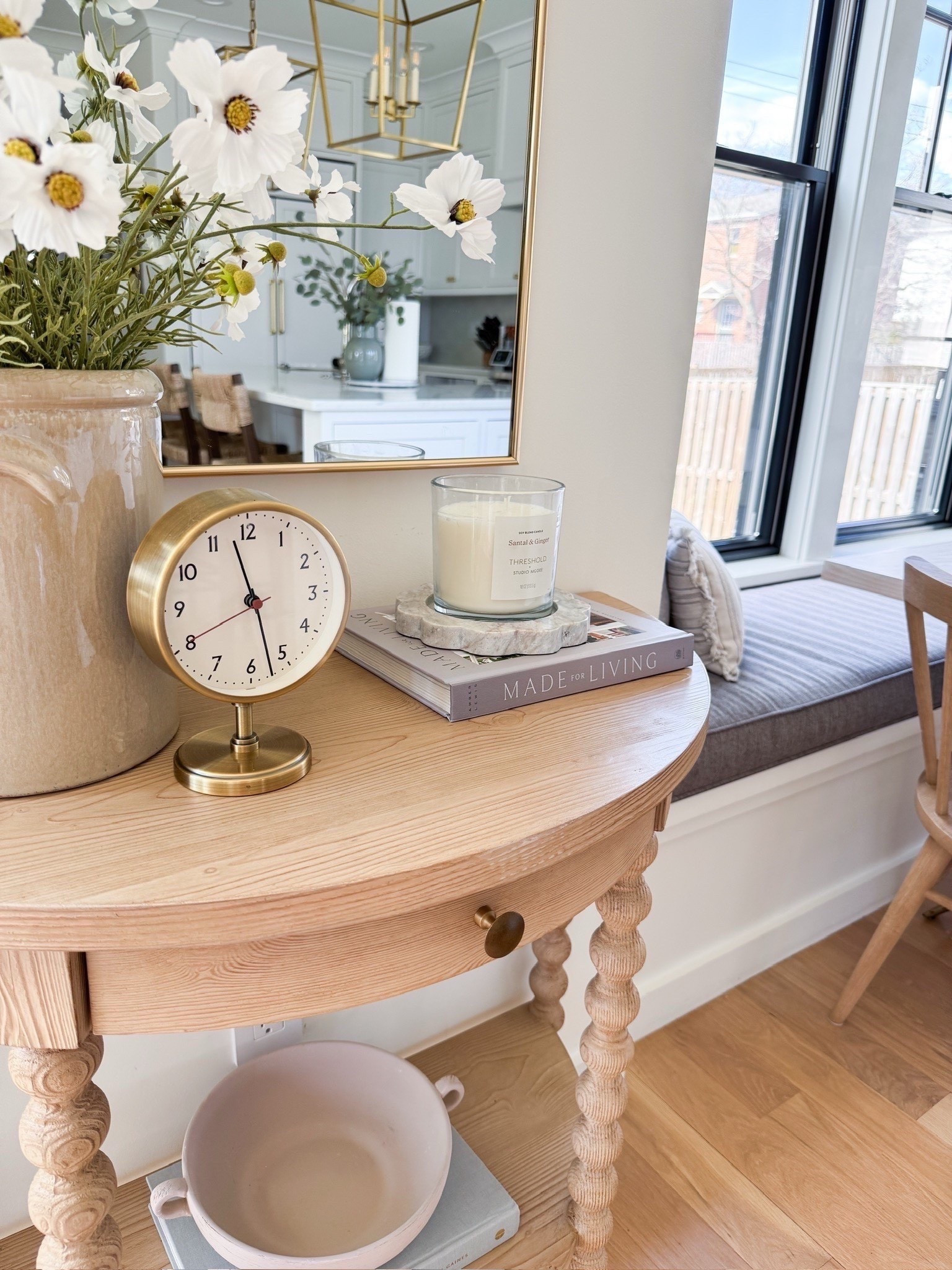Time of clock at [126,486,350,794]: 11:27
